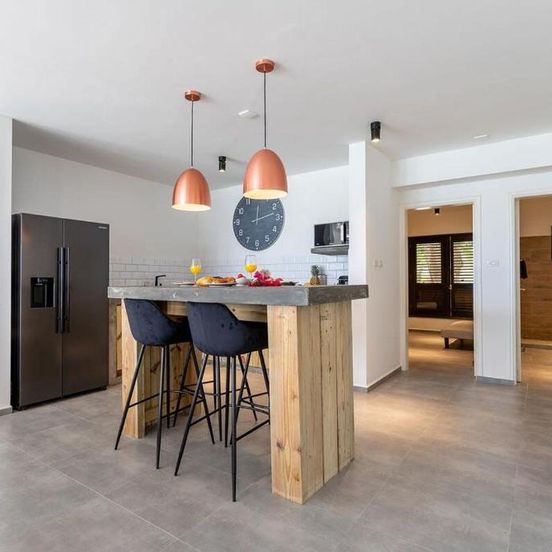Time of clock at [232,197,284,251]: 12:12
